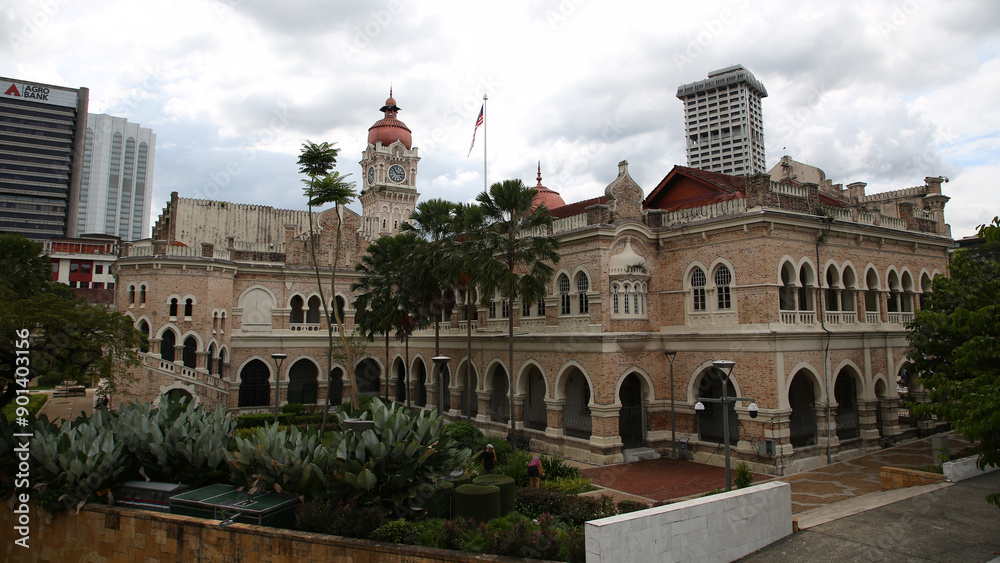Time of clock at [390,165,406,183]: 2:53
